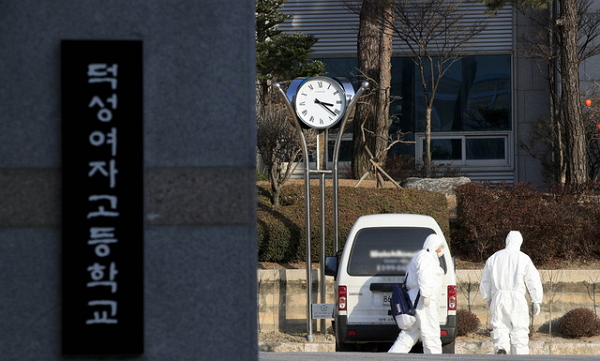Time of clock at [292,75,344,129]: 3:21
